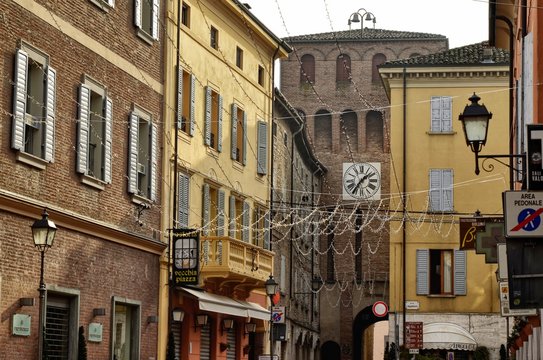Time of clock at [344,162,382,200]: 1:35
